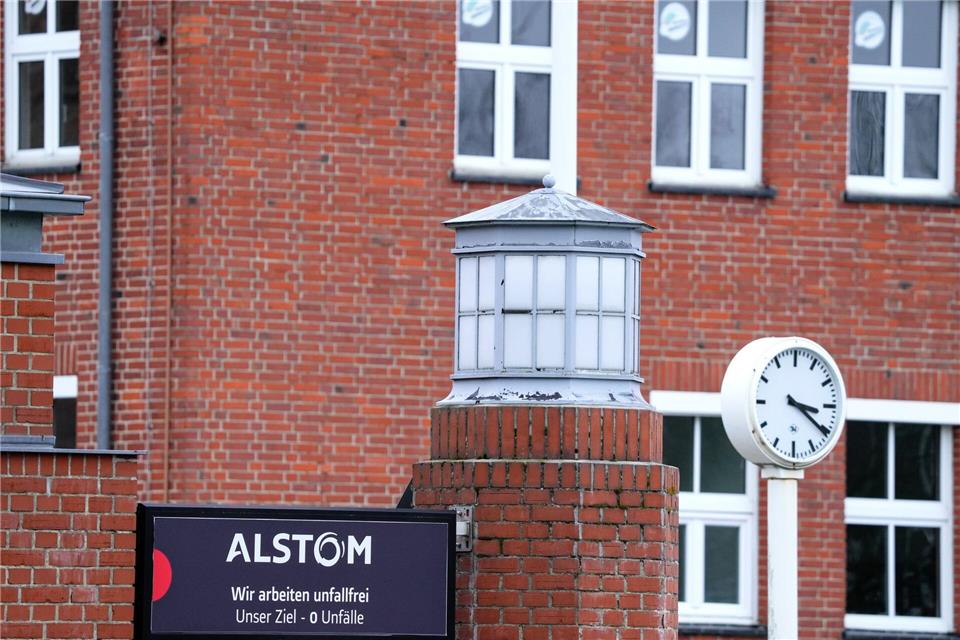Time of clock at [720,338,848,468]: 3:20
